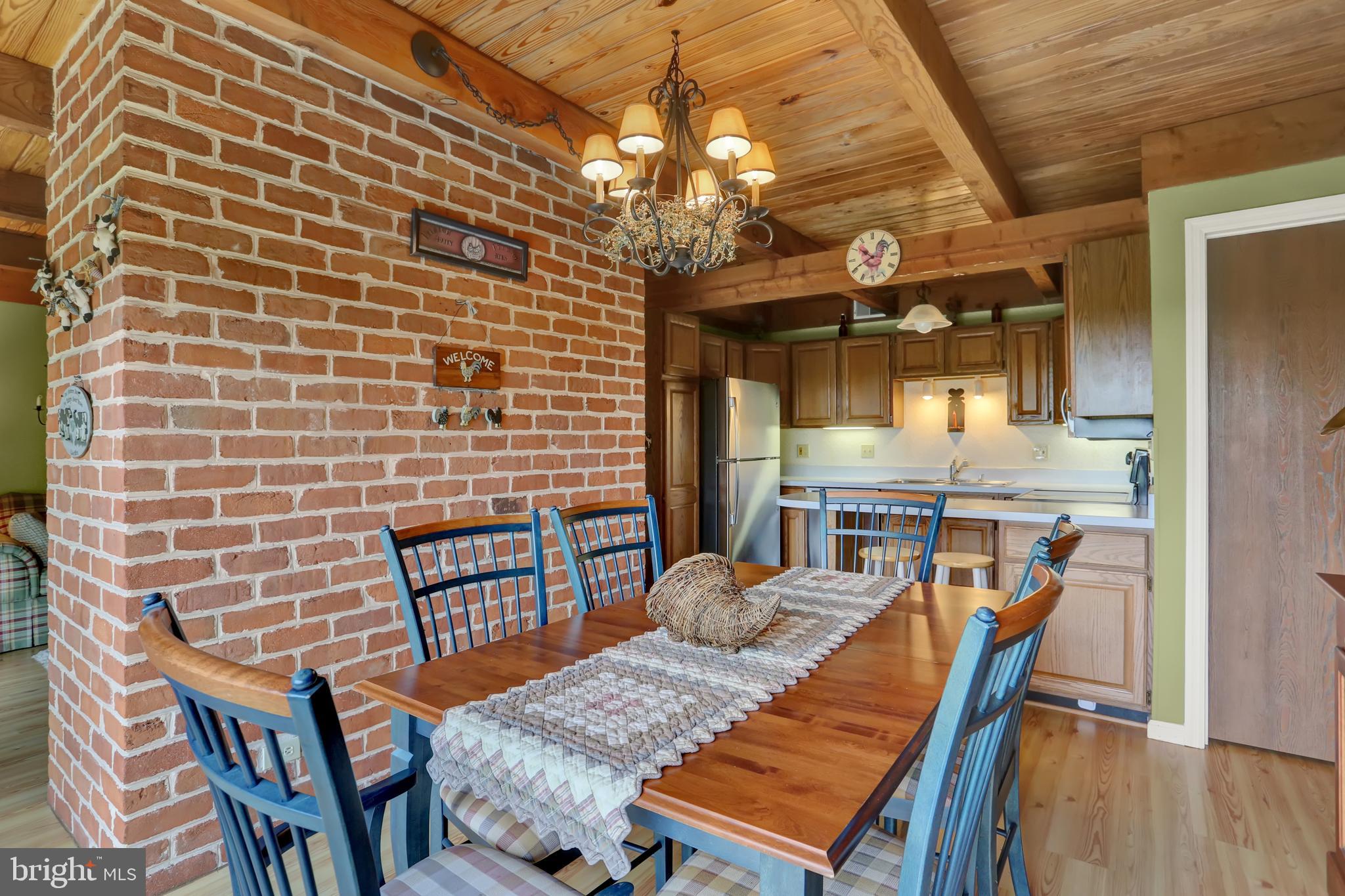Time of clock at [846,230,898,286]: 10:40
